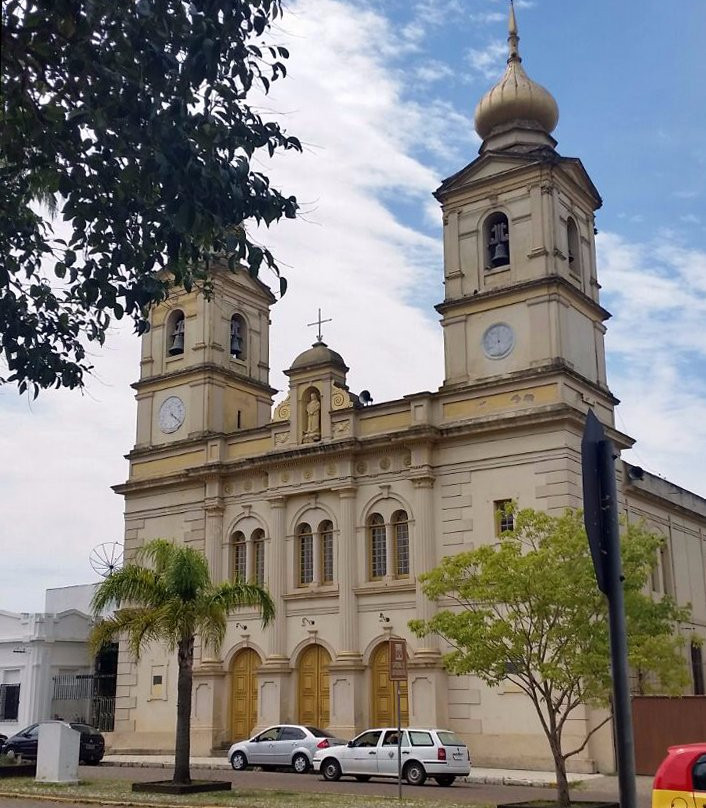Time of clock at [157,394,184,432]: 4:21
